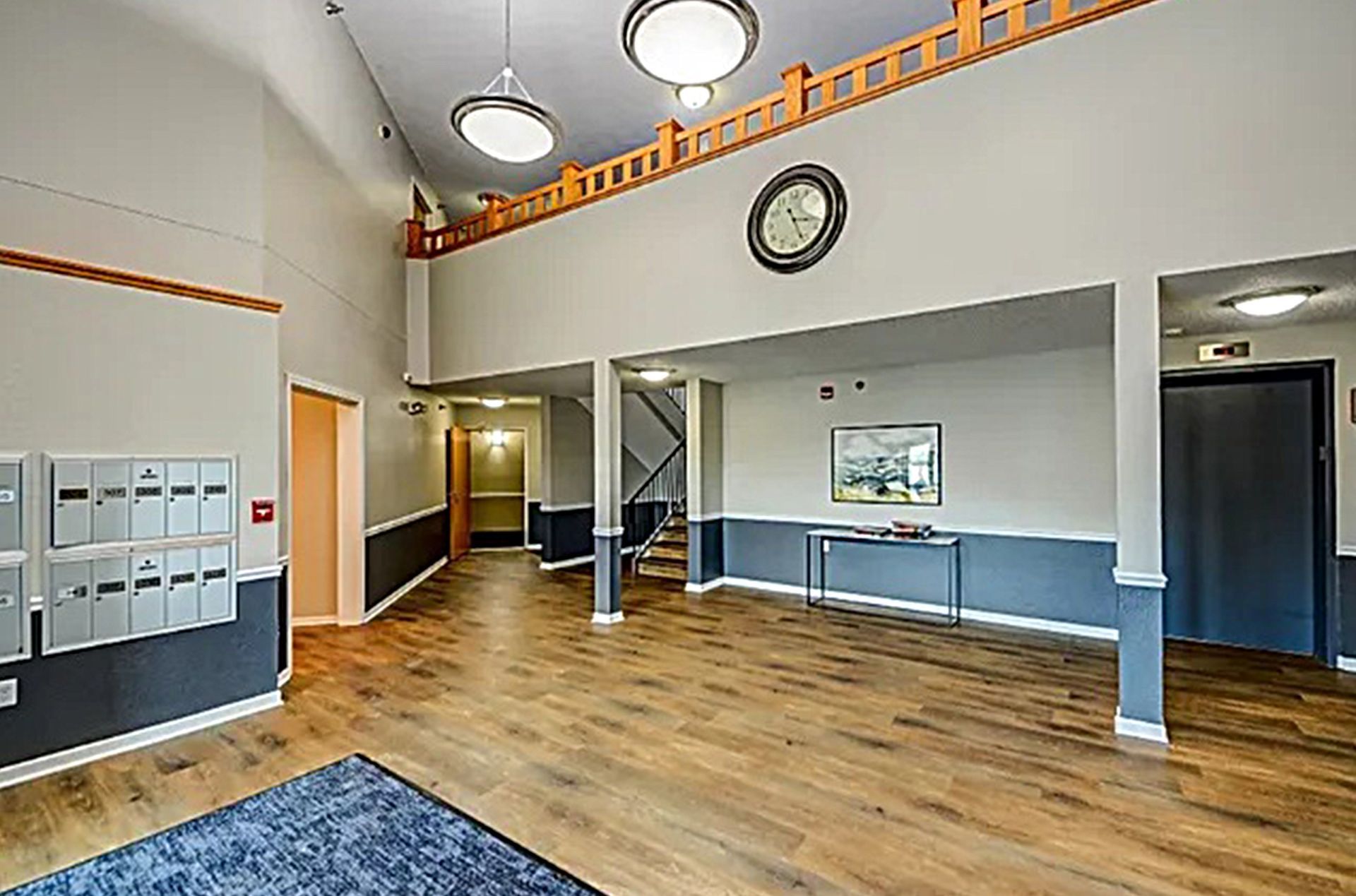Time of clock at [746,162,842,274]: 11:17
